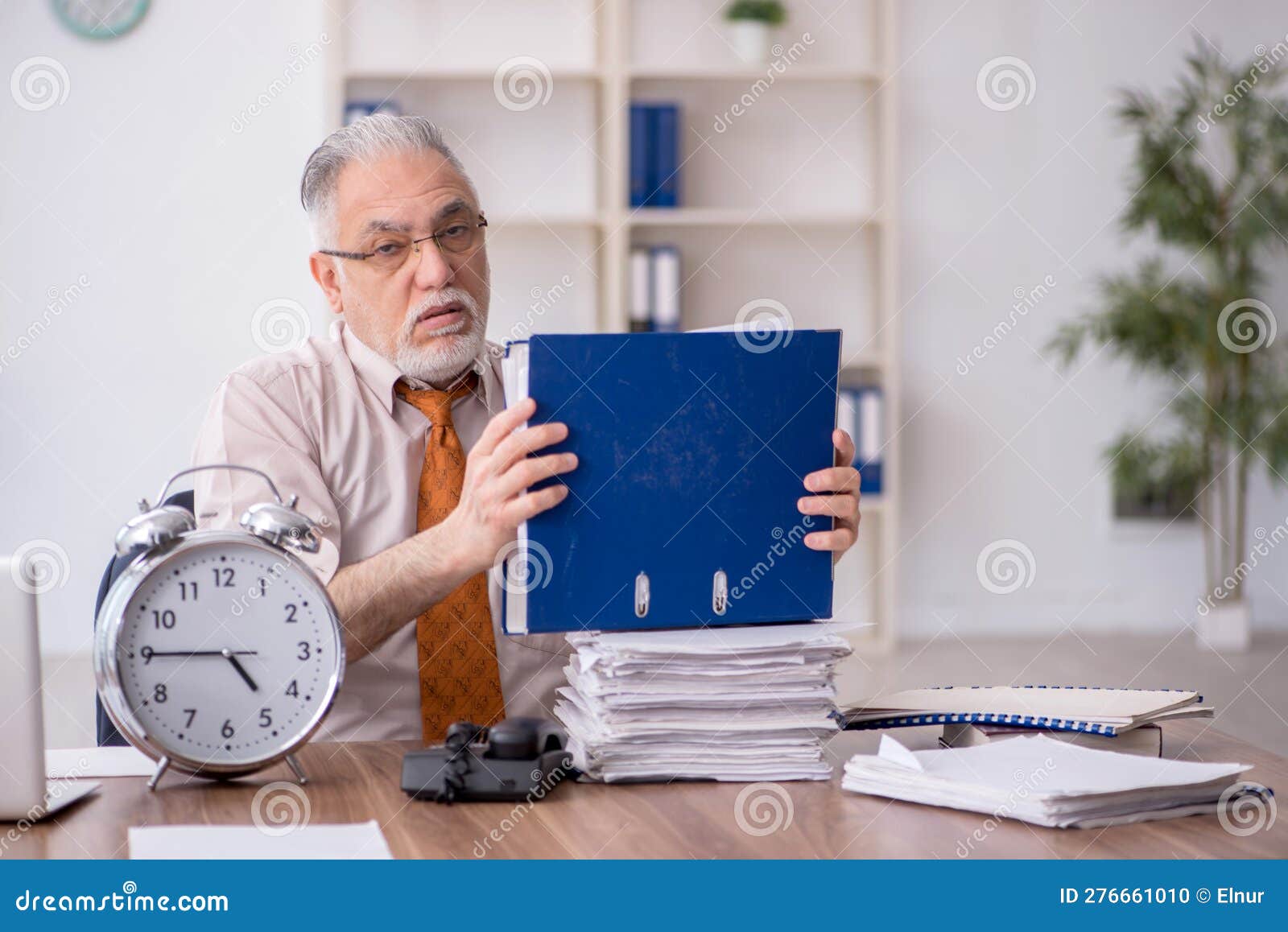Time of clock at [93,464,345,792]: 4:45
